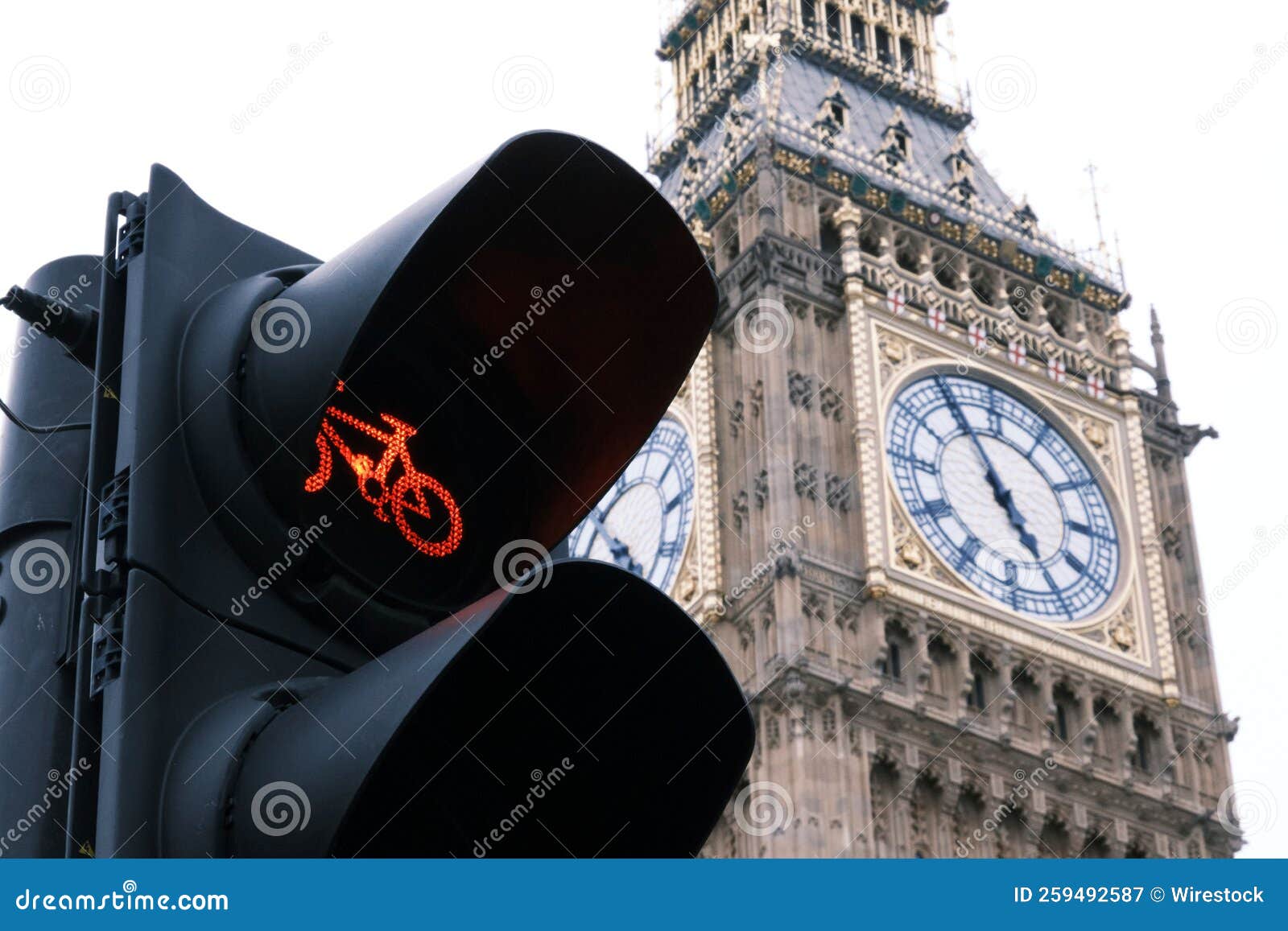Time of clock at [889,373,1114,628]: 4:55
